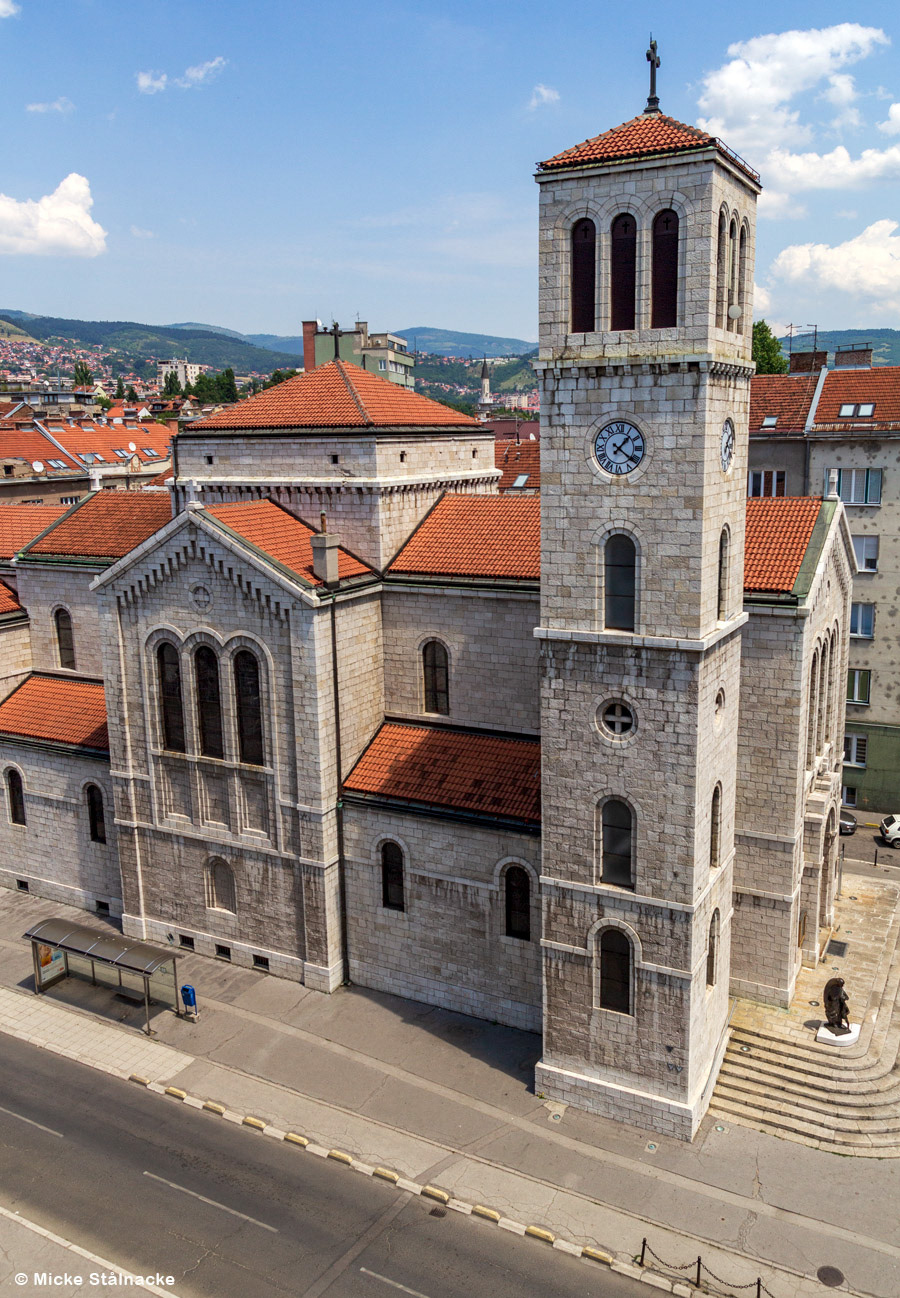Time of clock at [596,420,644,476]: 1:21
